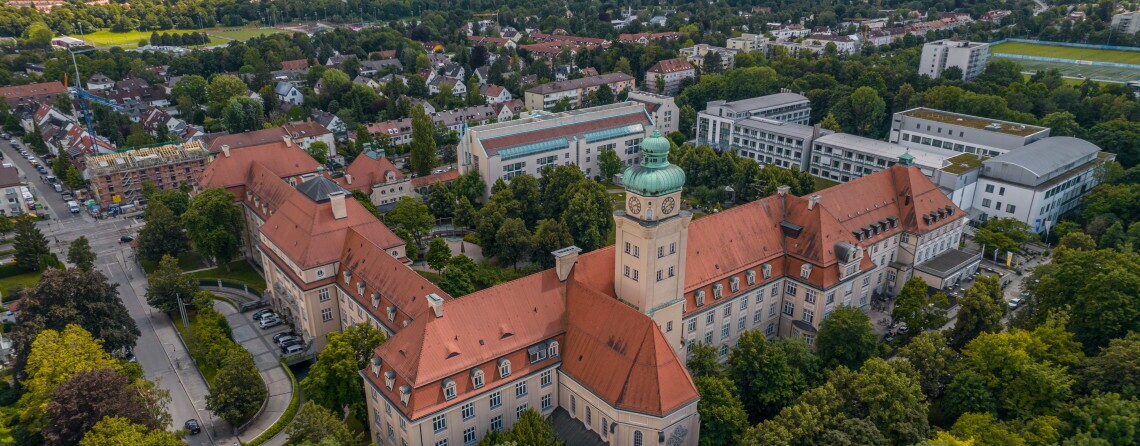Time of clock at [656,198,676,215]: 2:40
